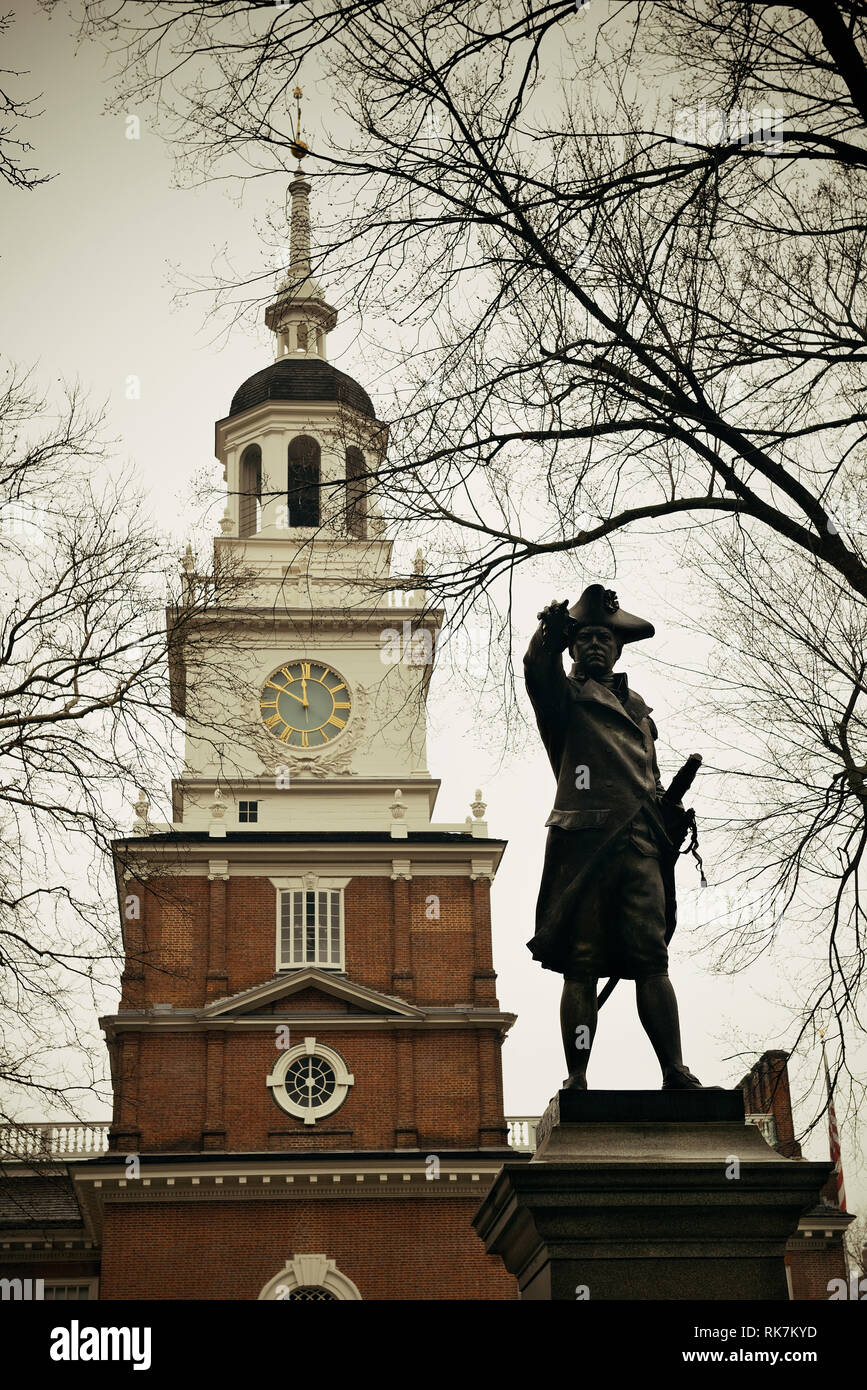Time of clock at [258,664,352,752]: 11:50
